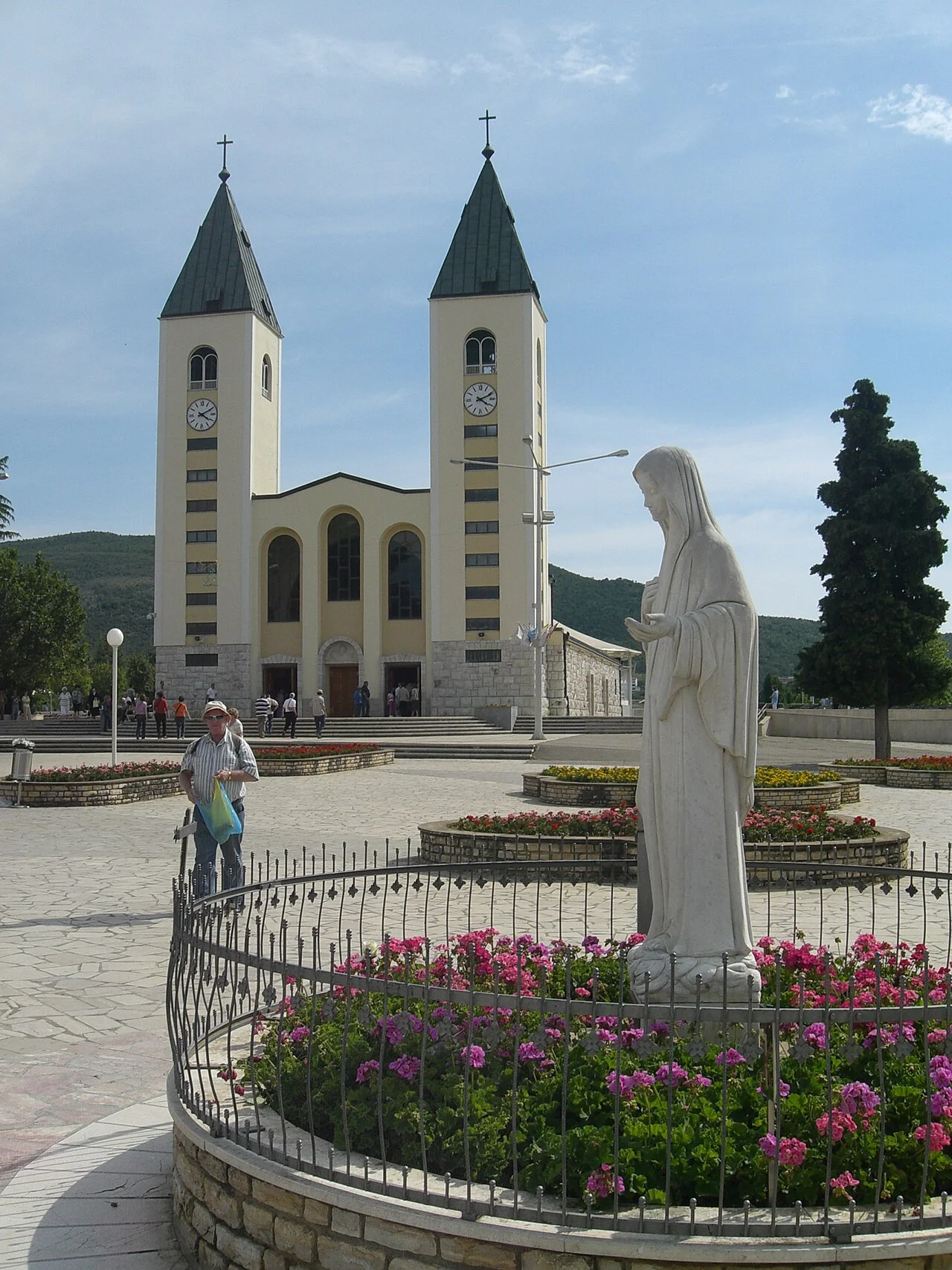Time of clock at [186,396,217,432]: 4:10
